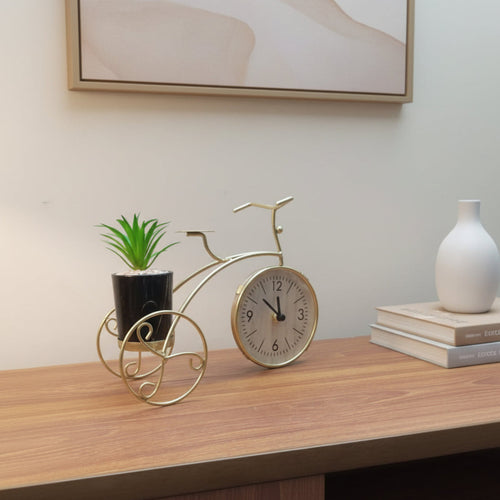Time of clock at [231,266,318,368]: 11:52
